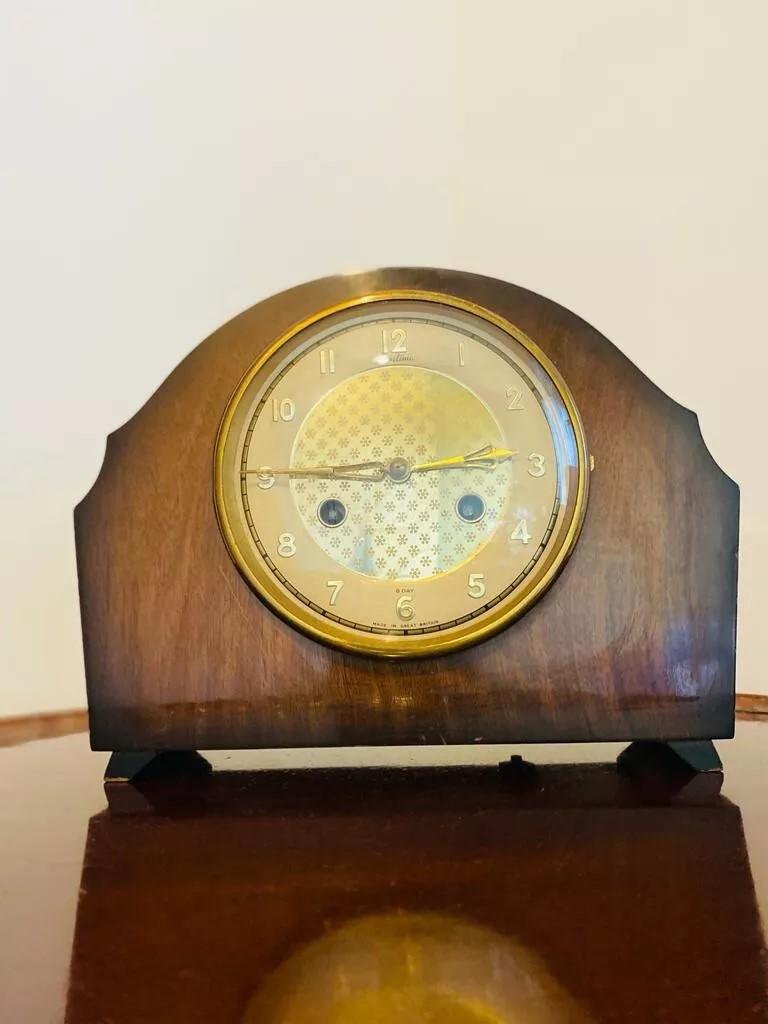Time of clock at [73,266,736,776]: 2:45
